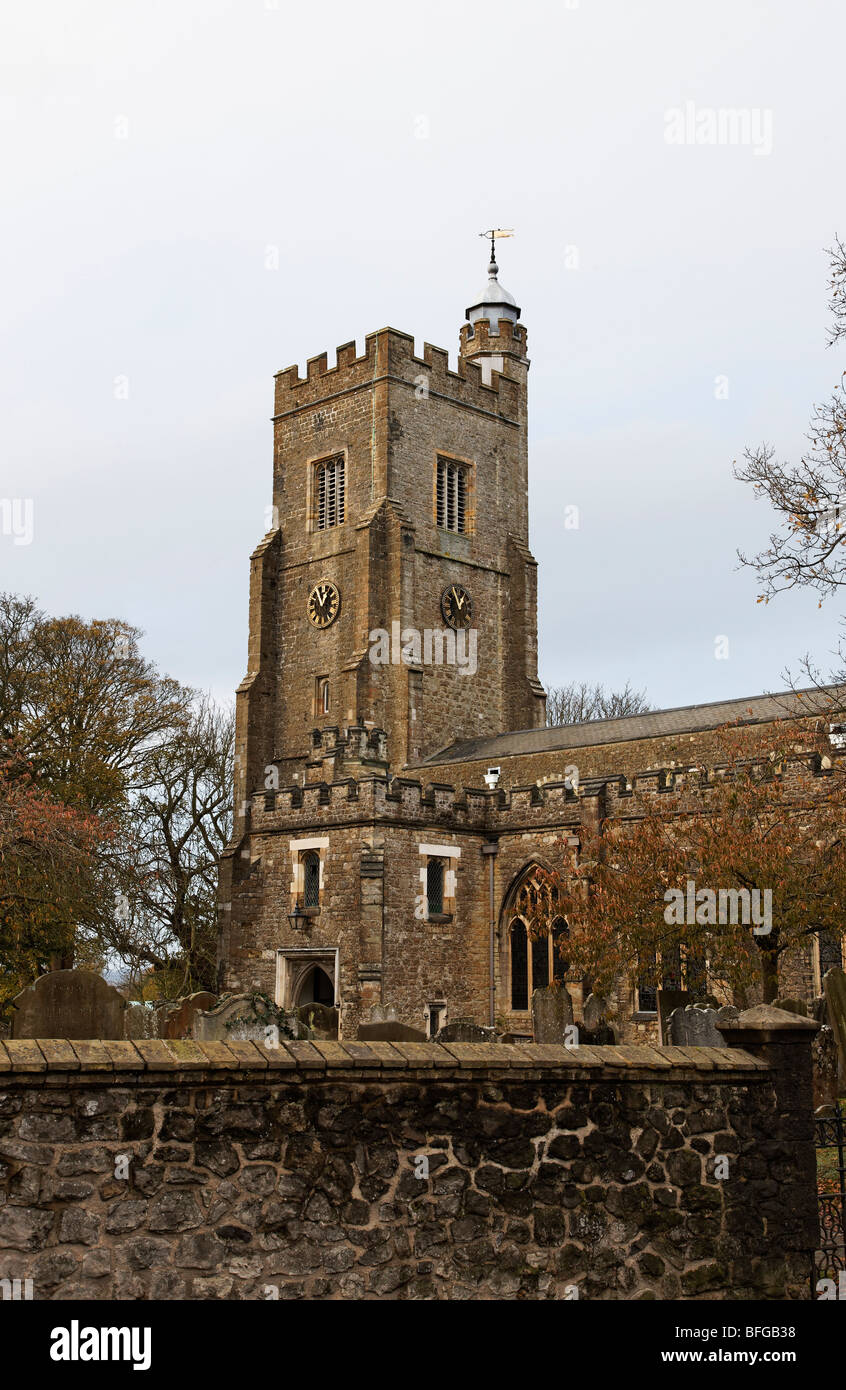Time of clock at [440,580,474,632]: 12:57
